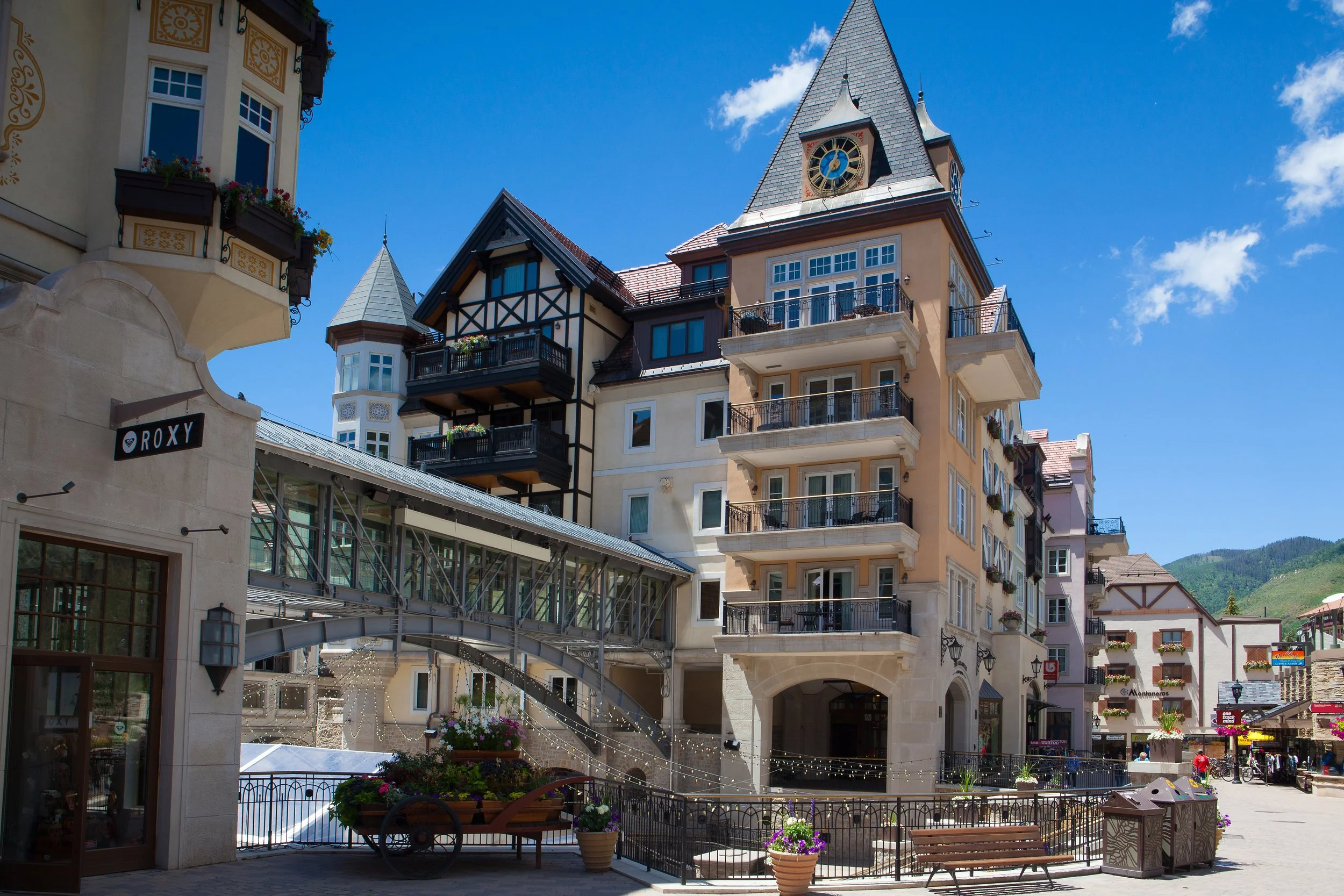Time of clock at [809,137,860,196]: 12:35
